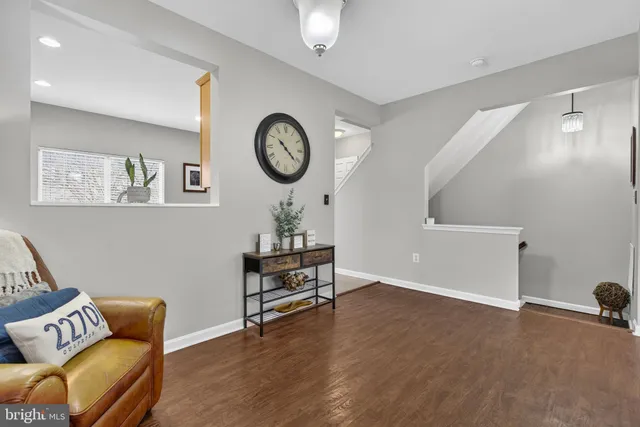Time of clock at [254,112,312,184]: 10:21
